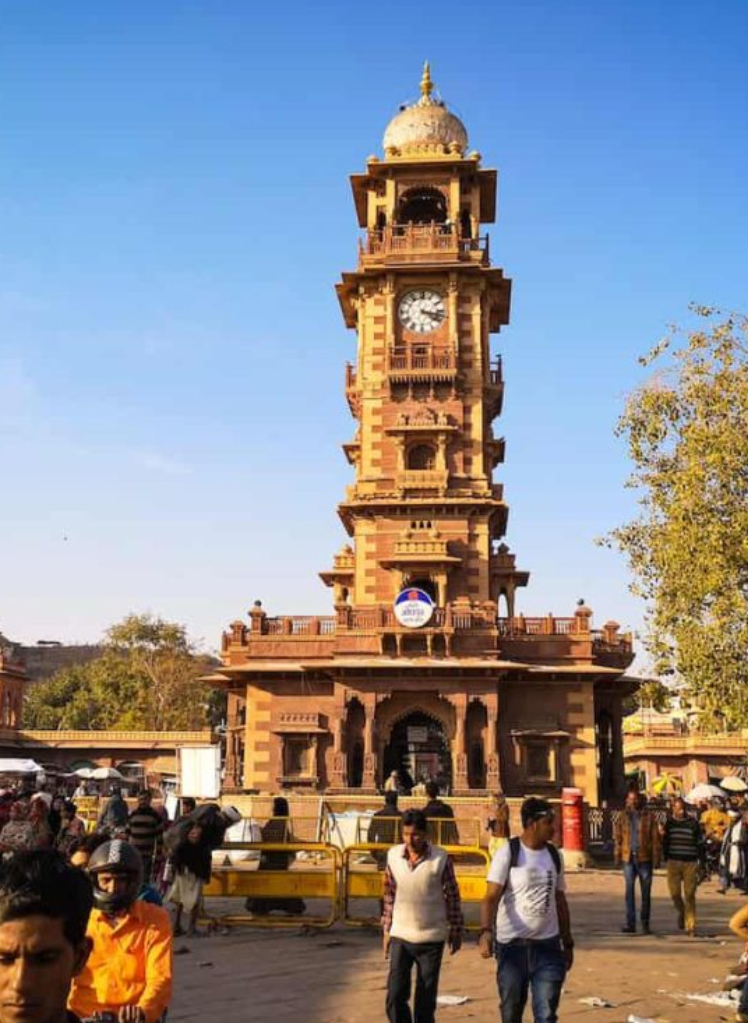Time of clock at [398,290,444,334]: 4:17
